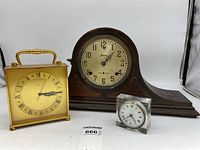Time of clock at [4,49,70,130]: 3:14
